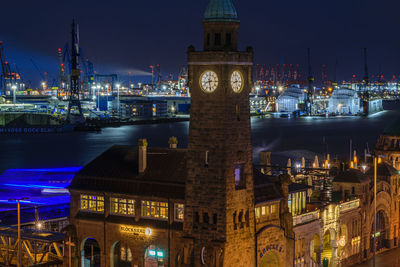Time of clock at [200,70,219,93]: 8:28
